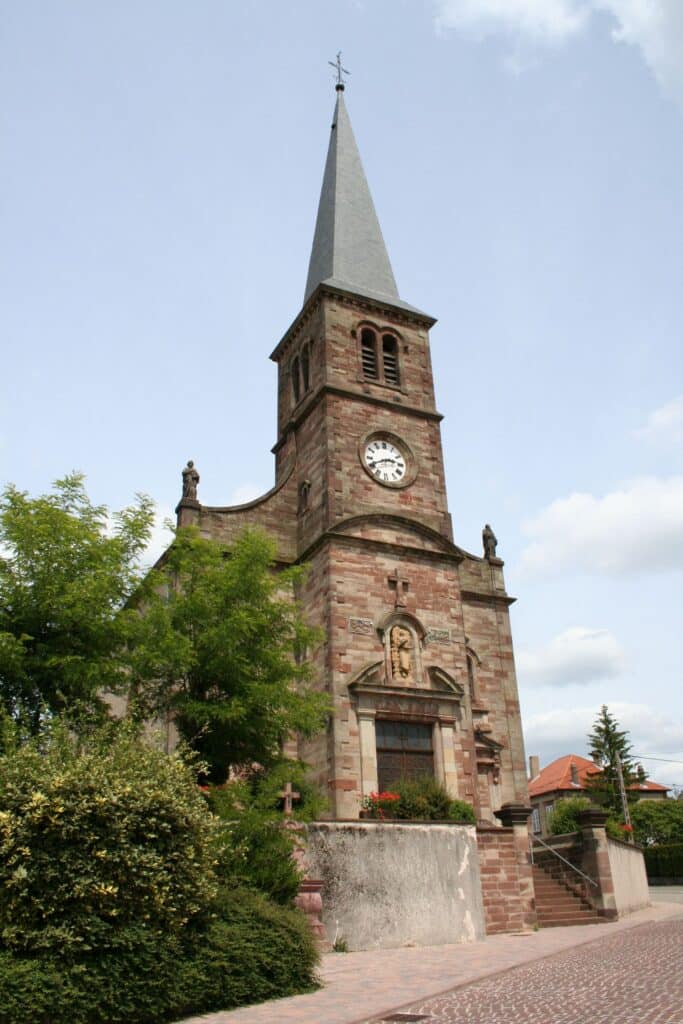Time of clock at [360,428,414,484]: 2:40
